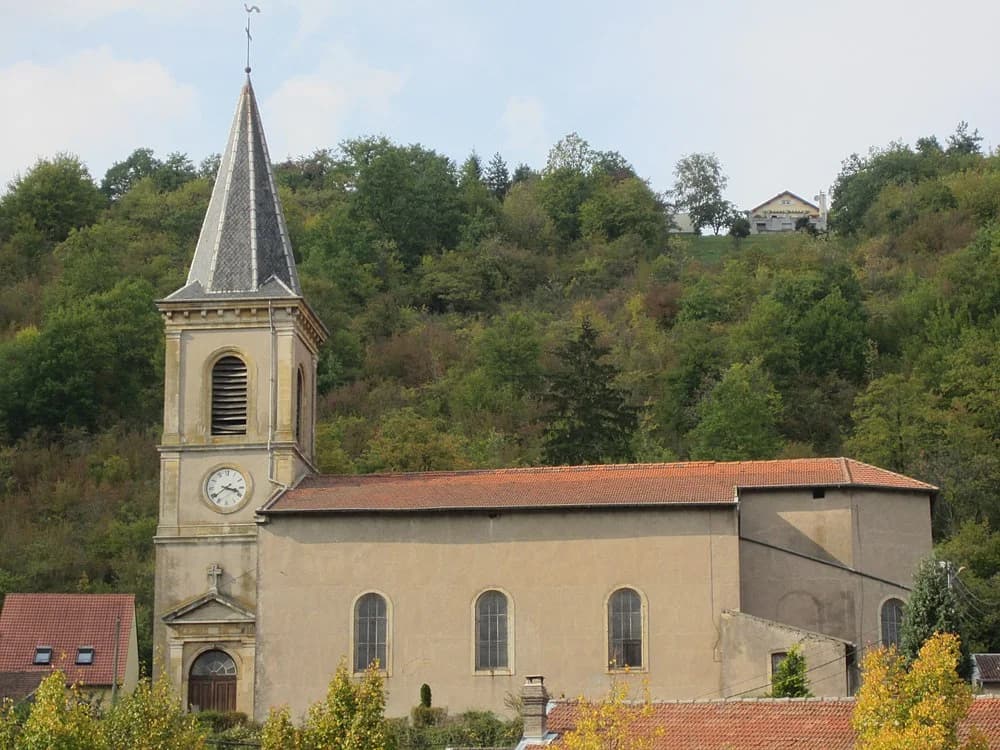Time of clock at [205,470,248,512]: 3:39
